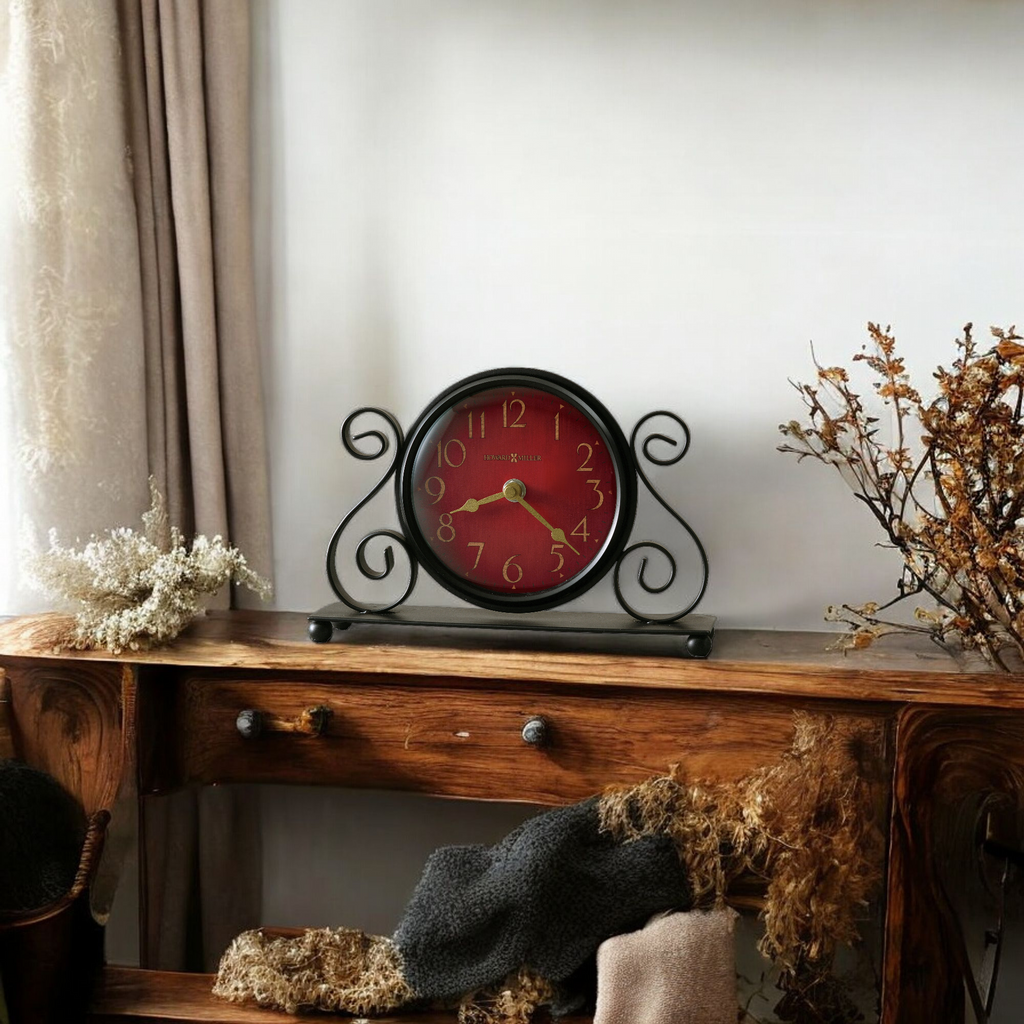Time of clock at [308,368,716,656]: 8:22
